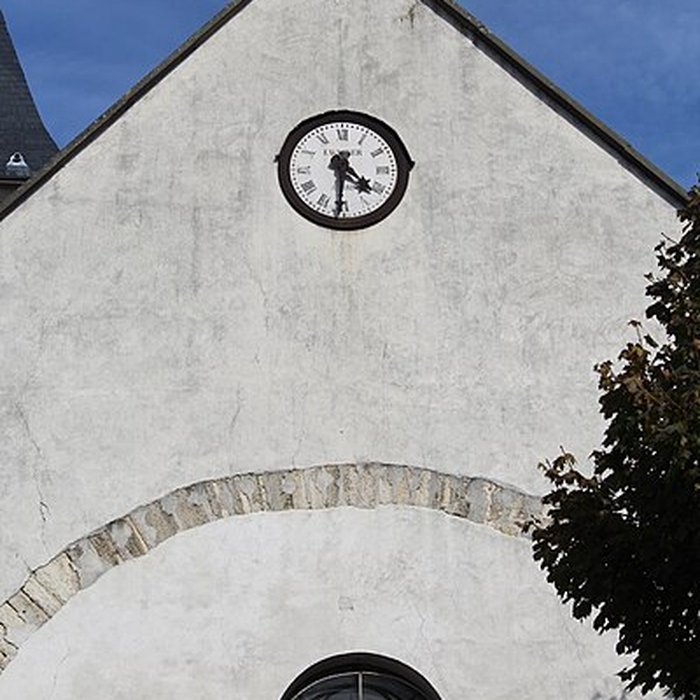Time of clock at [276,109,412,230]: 4:30
